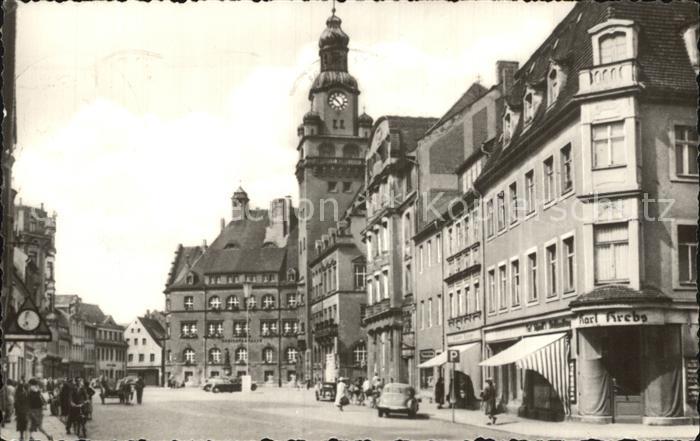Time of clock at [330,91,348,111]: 10:24
